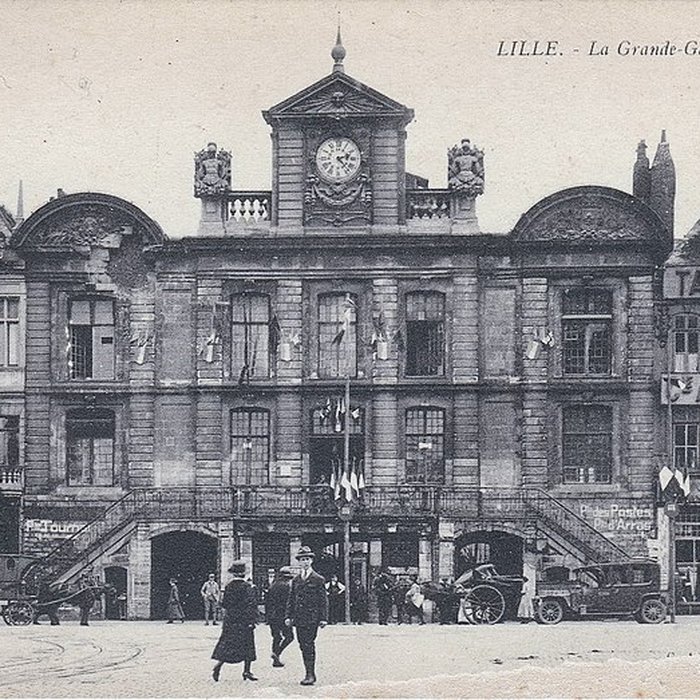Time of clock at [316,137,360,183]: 2:22
